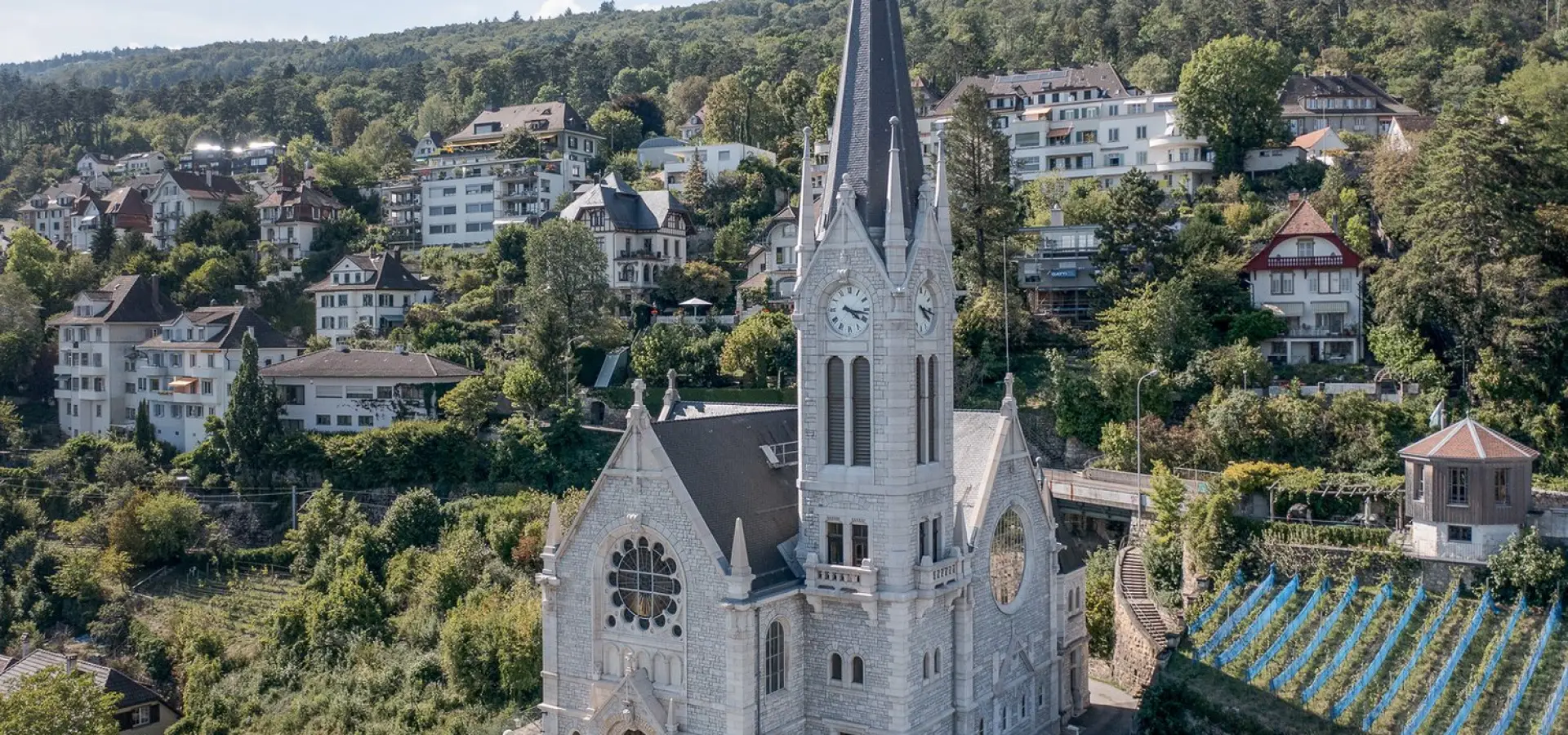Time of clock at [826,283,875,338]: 4:16
